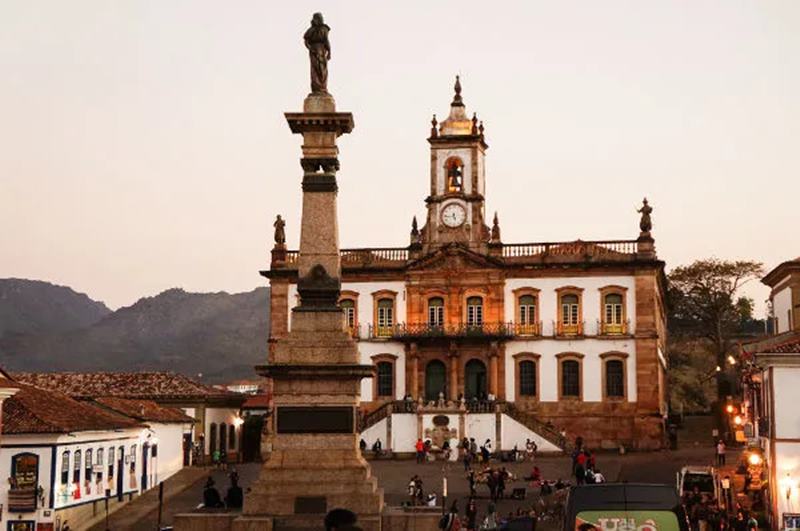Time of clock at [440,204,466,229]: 5:43
